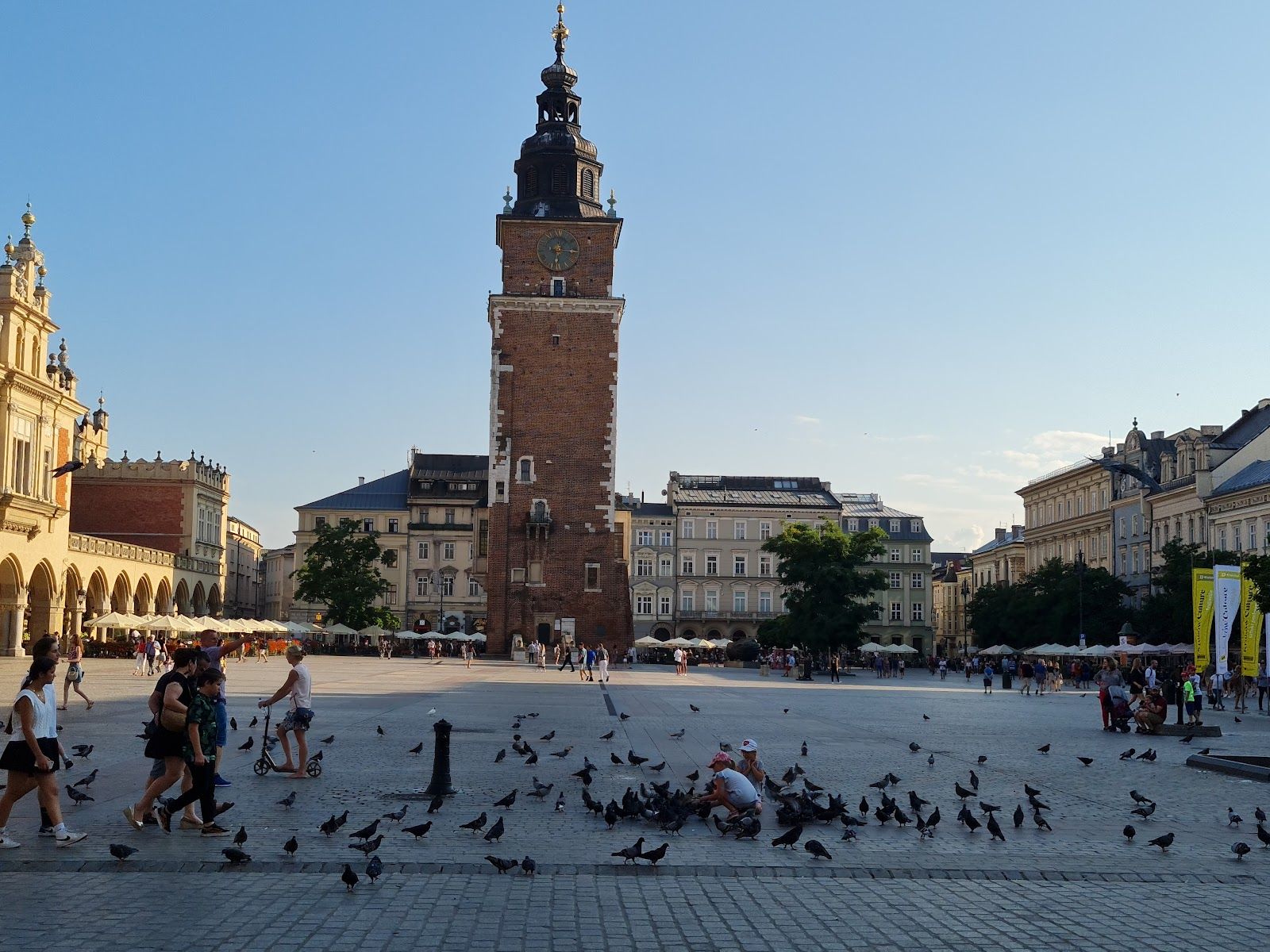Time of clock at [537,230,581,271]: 6:15
